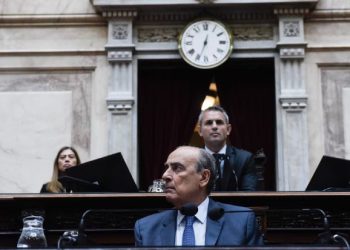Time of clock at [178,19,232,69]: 12:33
